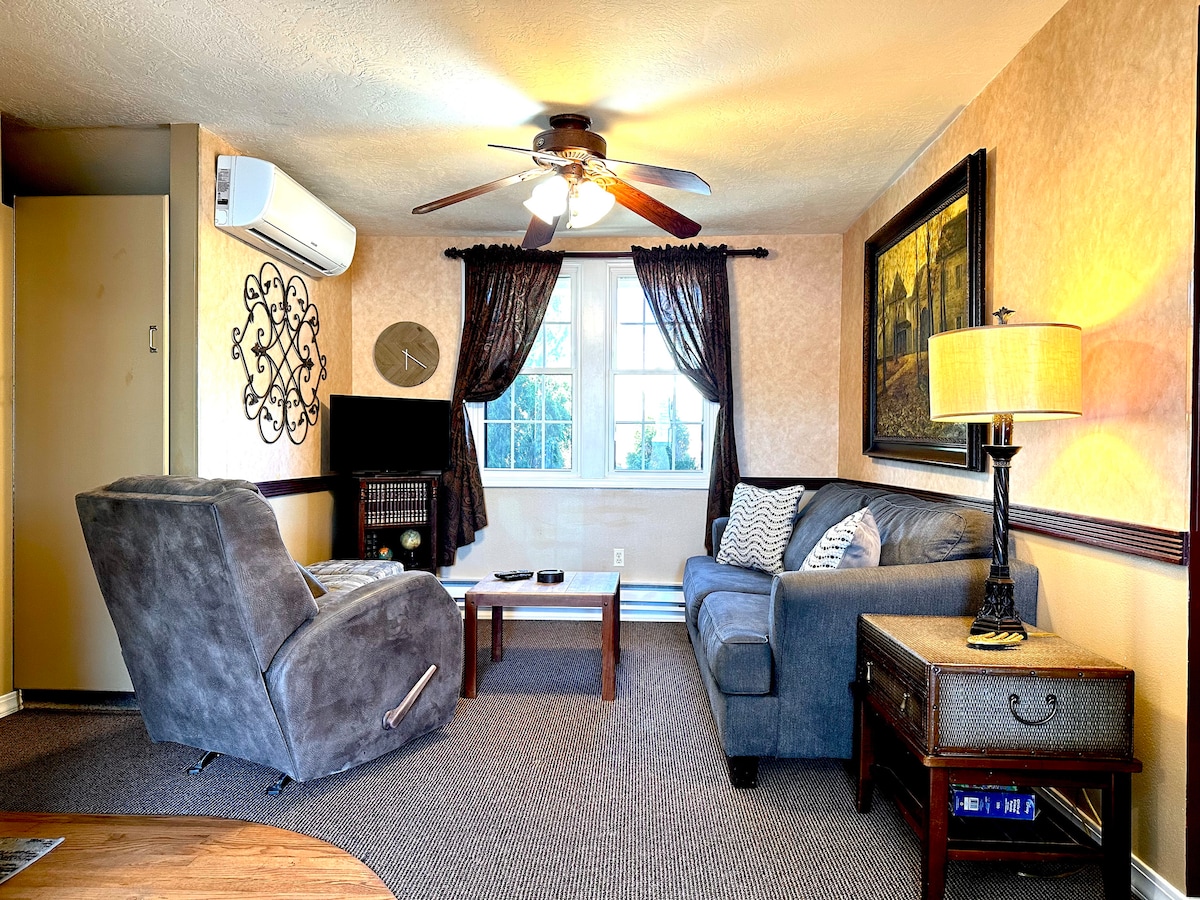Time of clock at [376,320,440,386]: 6:20
